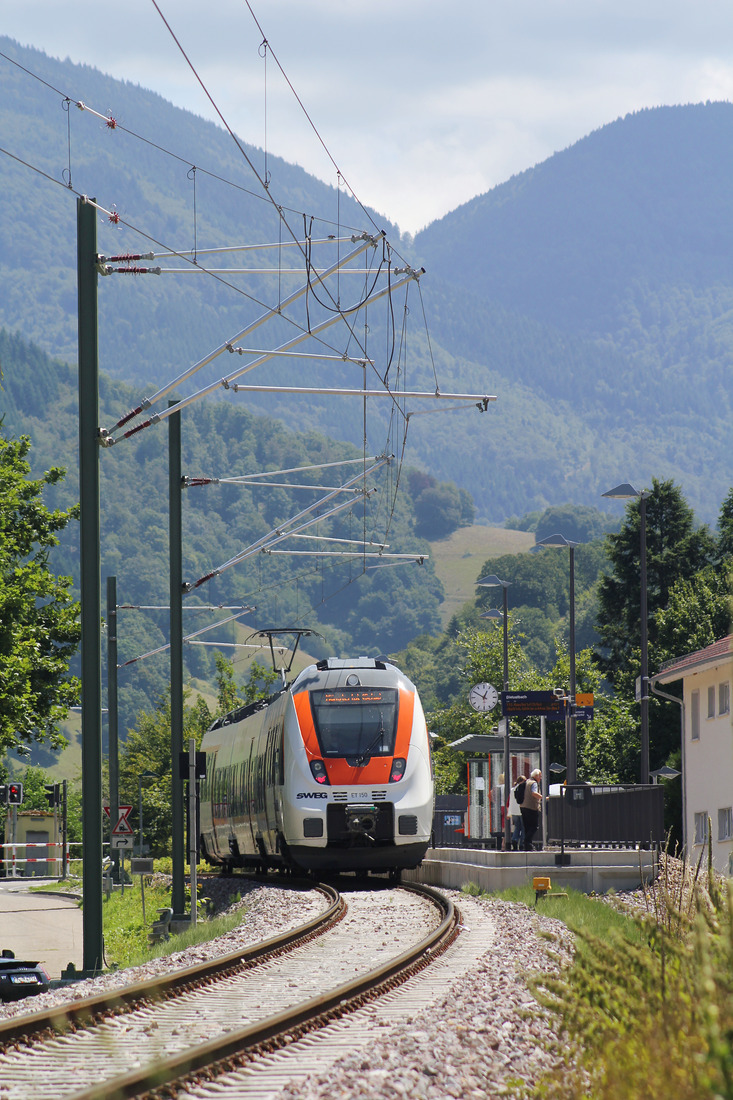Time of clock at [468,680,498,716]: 12:50
